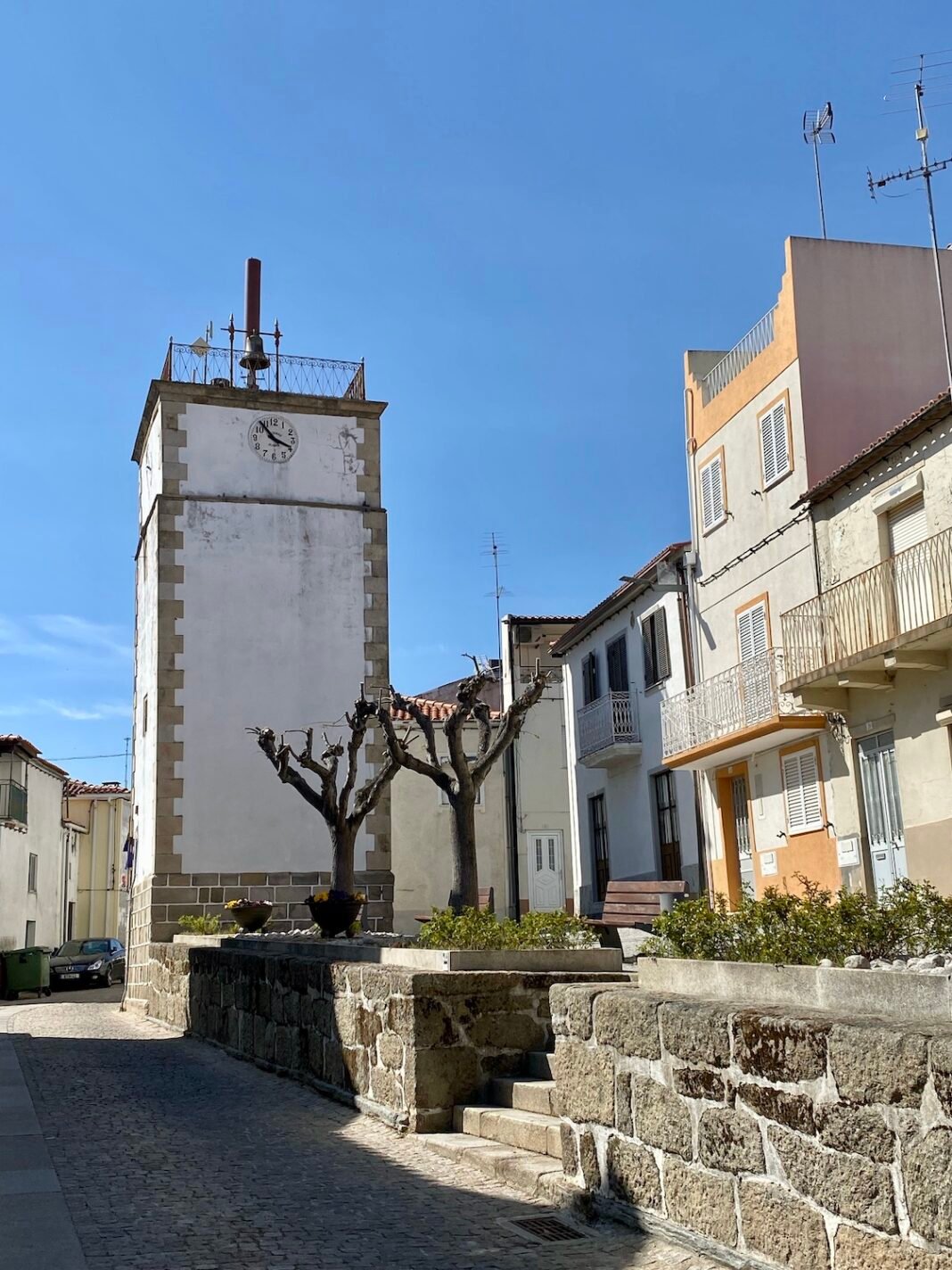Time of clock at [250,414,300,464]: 3:53
